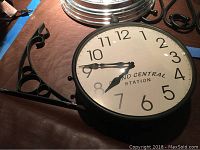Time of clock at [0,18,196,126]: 7:46
